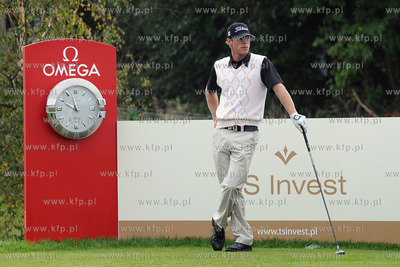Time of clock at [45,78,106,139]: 9:57
